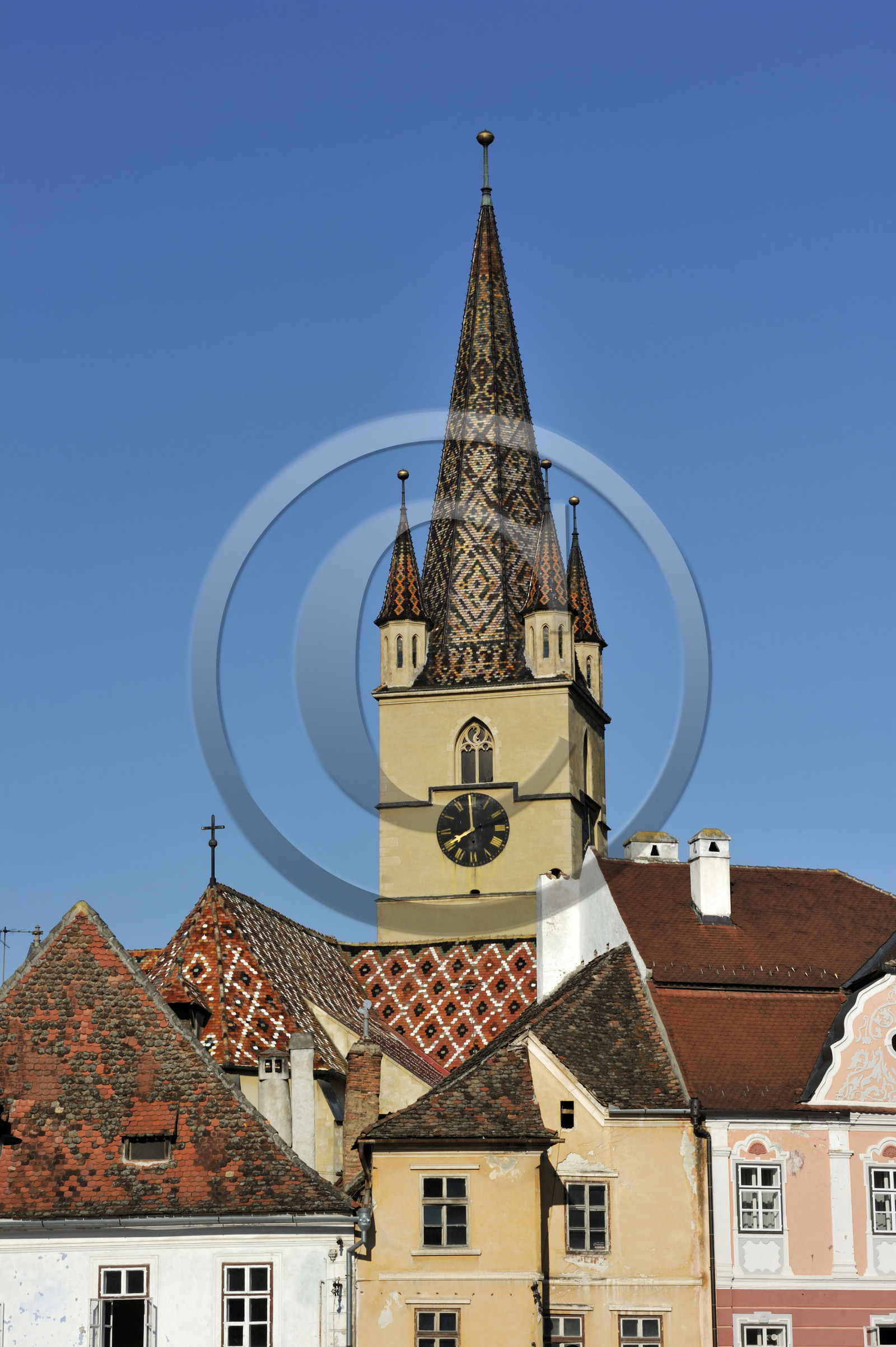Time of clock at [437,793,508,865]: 8:12
